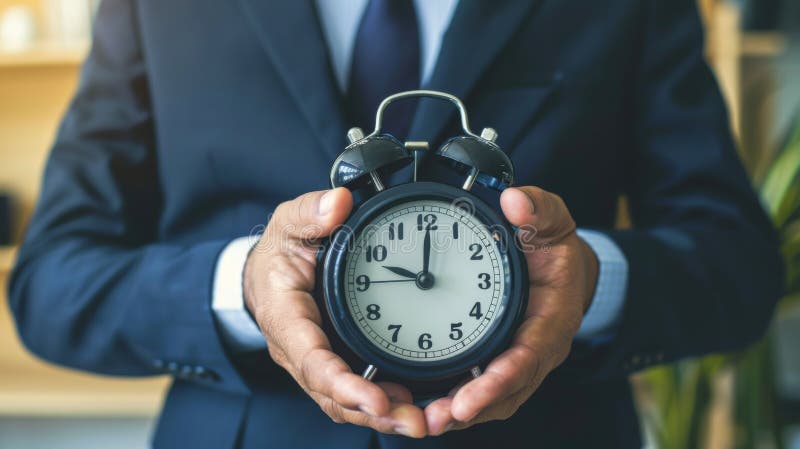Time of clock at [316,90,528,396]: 10:00
